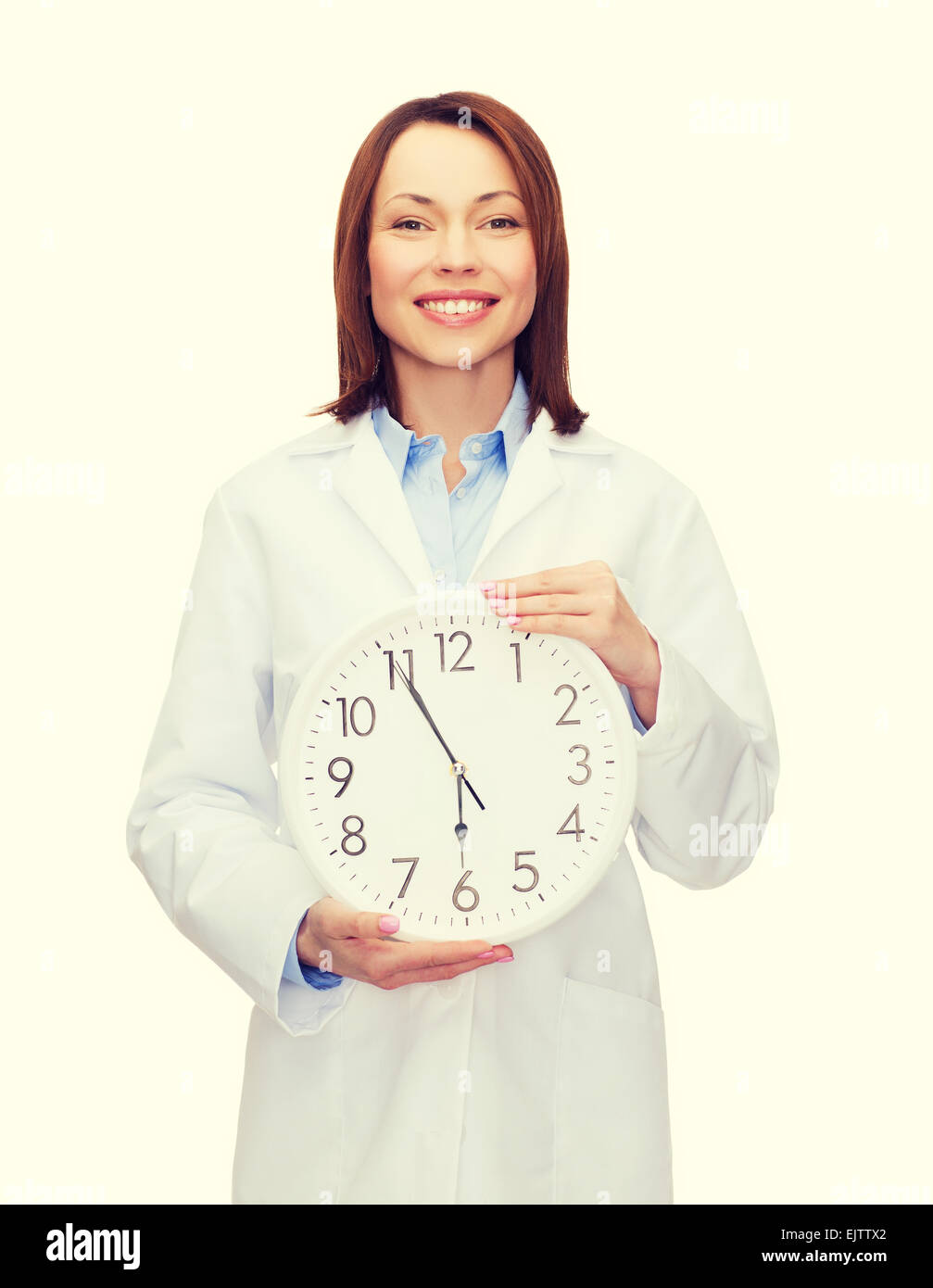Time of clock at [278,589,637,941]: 5:55
